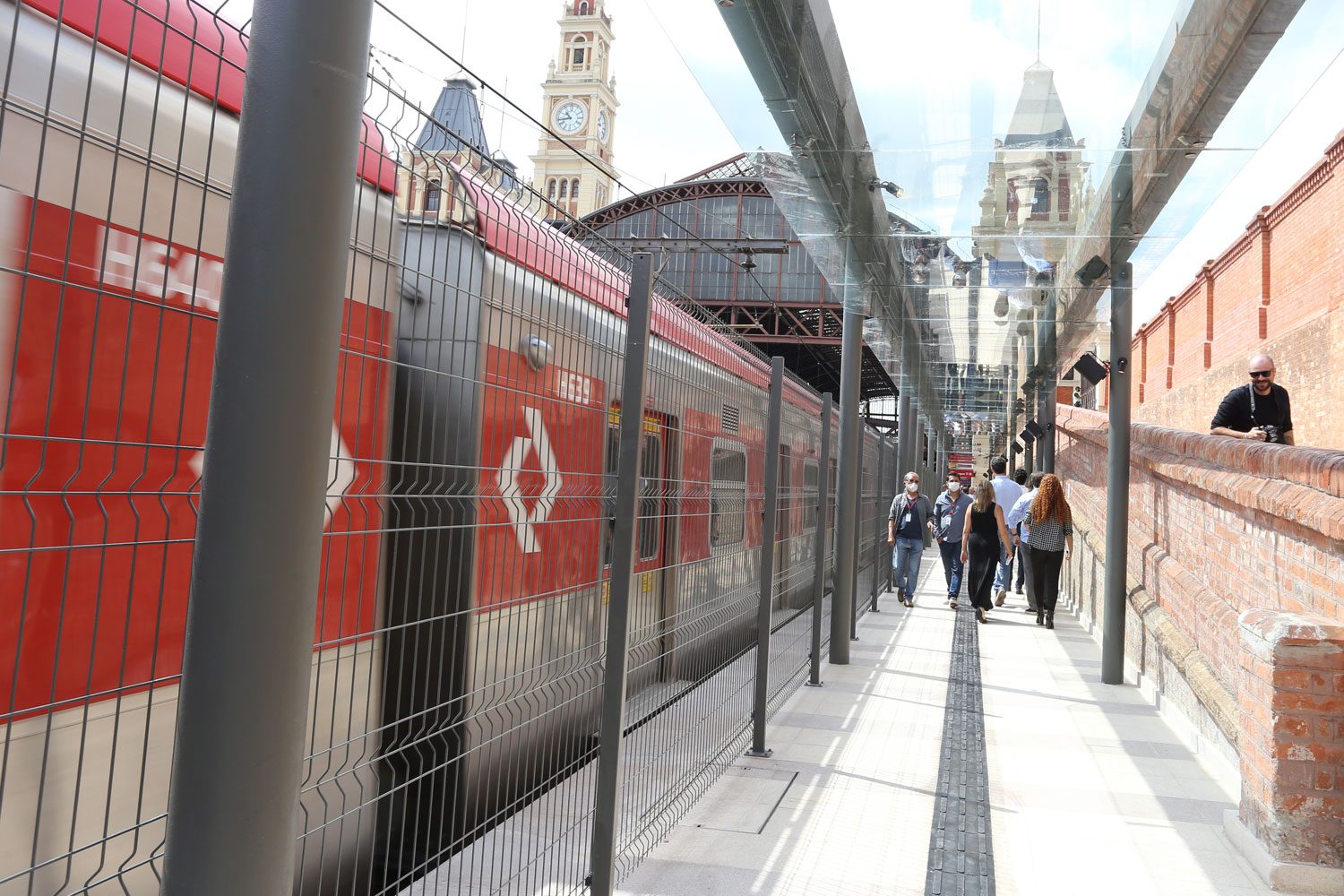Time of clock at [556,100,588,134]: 10:43
